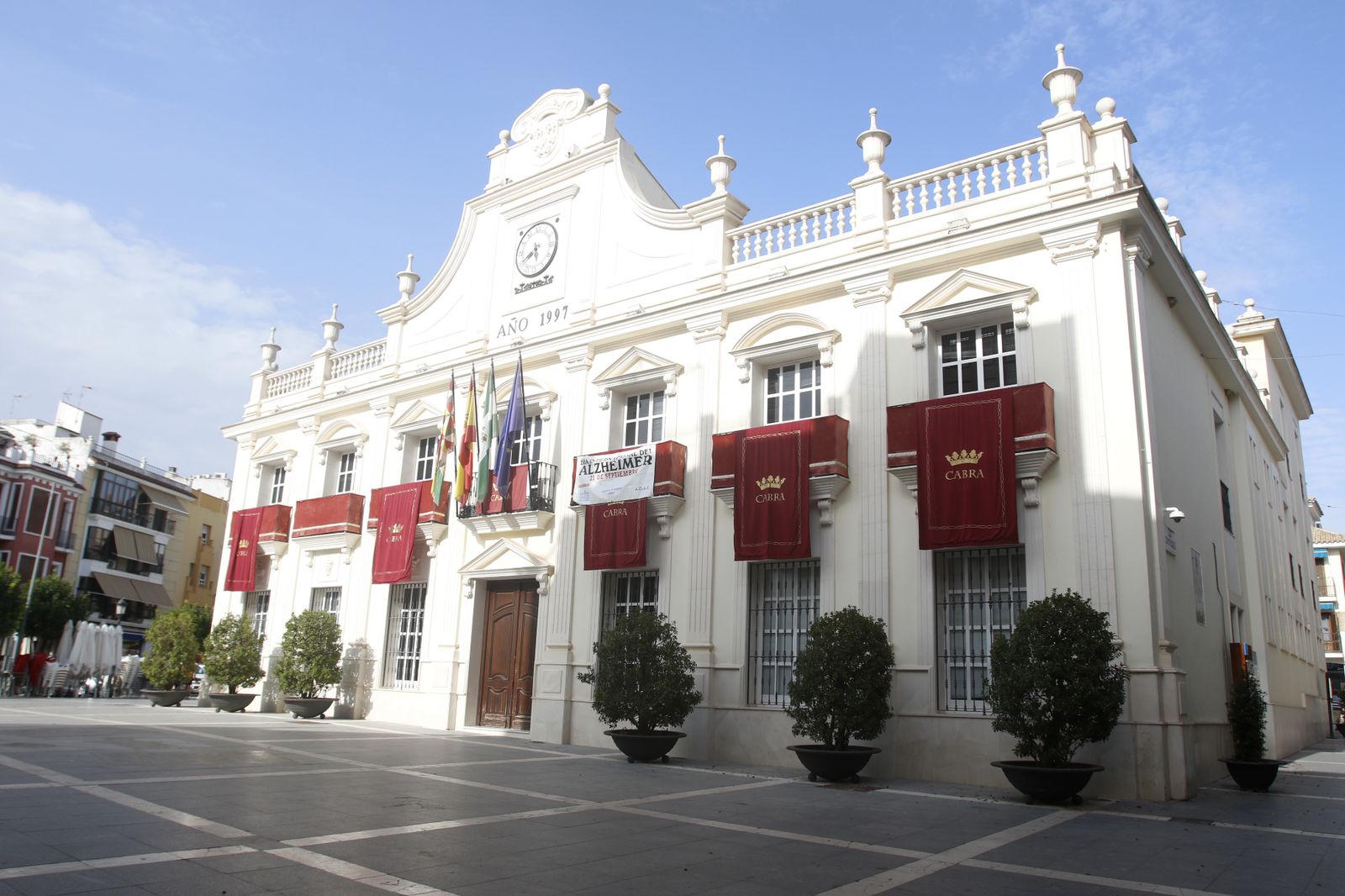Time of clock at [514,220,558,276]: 5:40
